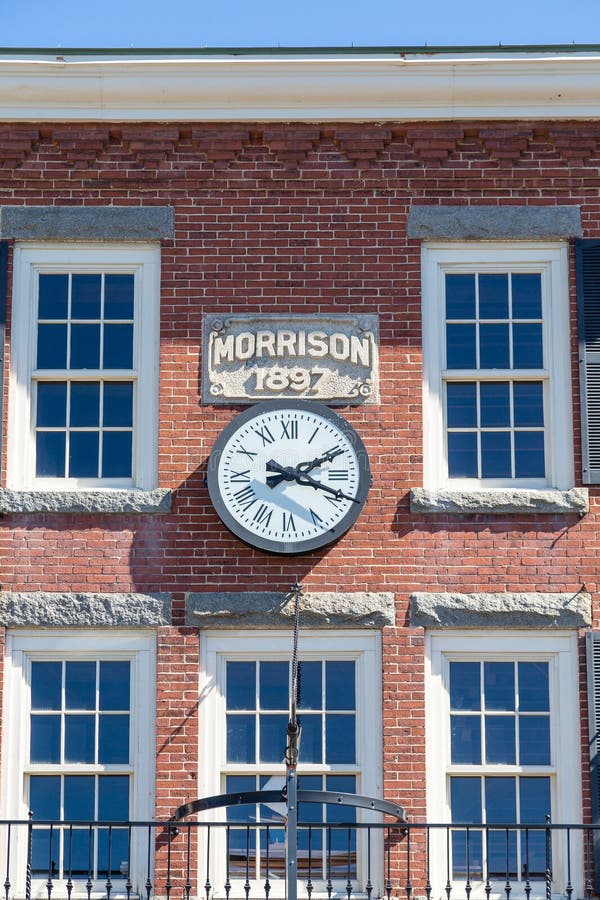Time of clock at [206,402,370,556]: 2:18
